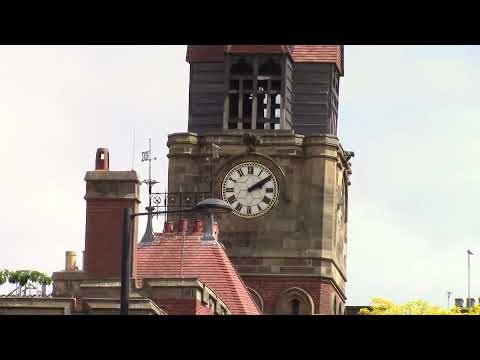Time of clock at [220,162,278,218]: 2:09
